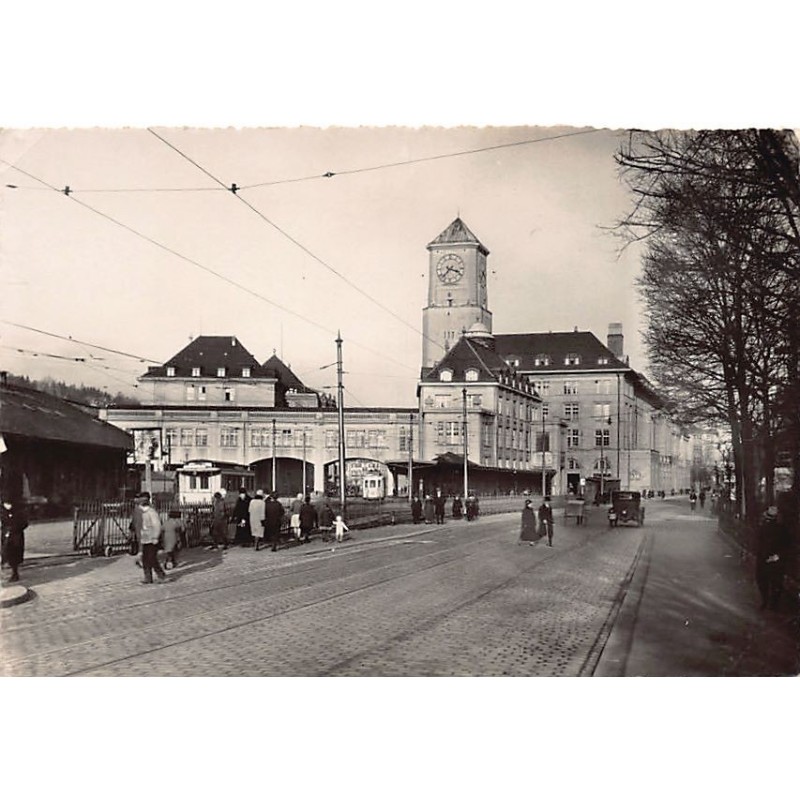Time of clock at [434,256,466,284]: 3:37
